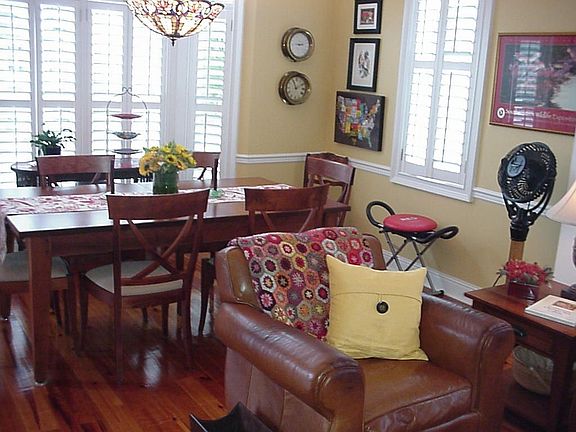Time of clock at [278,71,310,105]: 11:09
